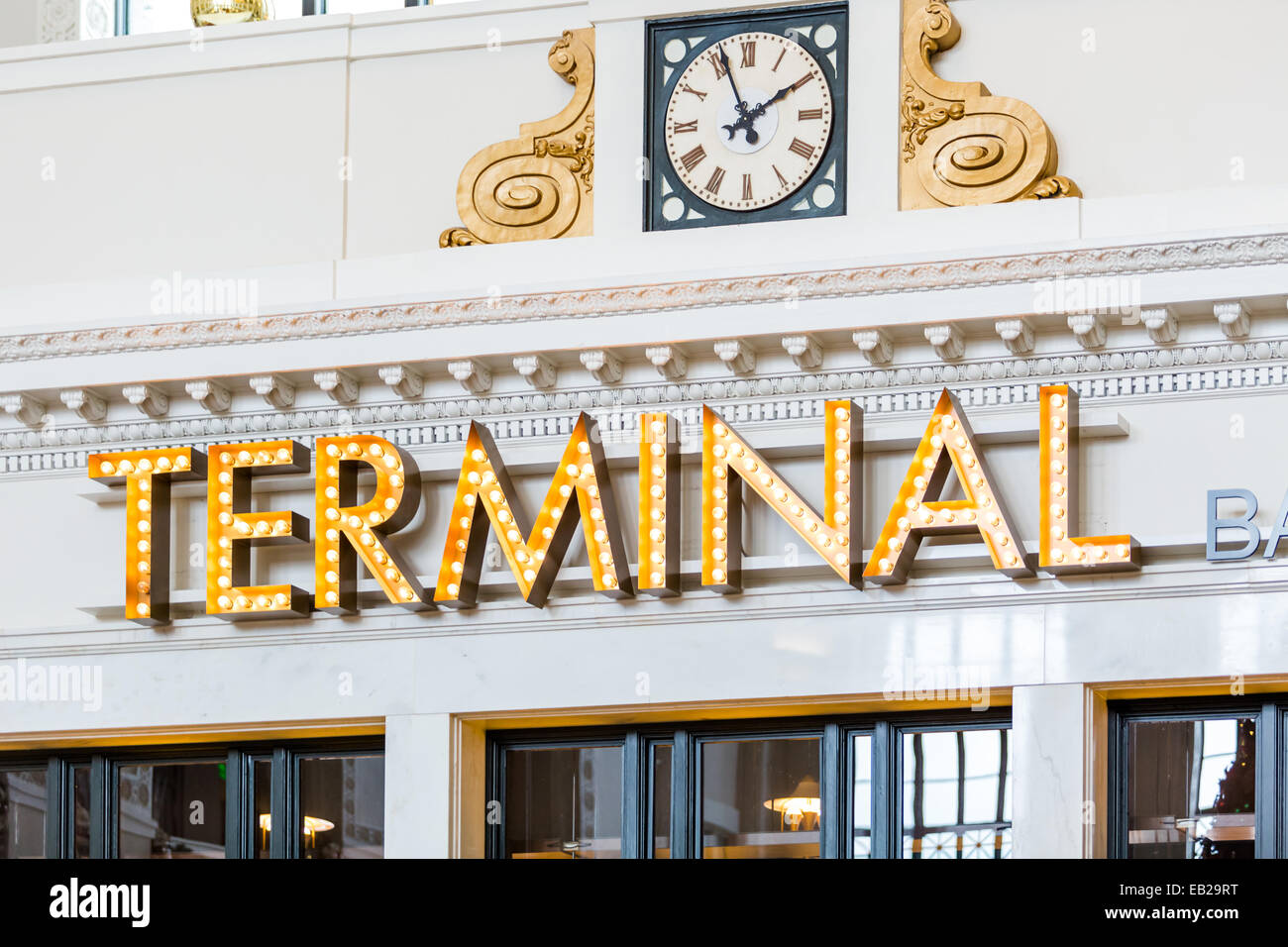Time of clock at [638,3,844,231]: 1:56
